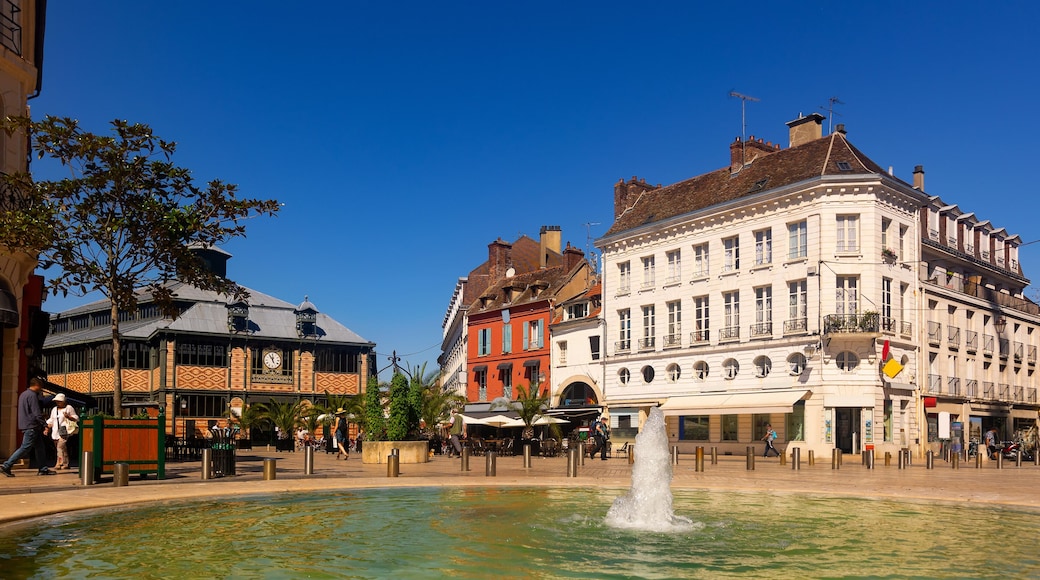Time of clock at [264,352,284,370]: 11:54
